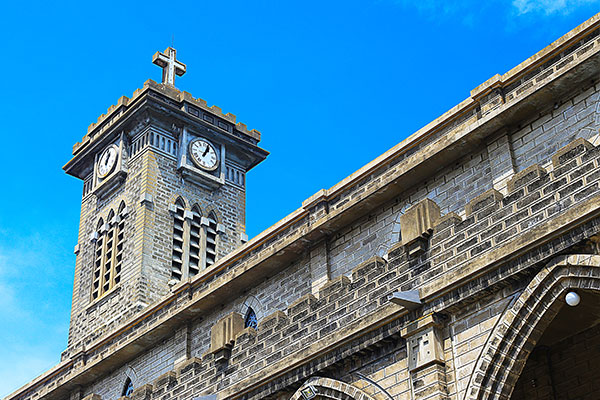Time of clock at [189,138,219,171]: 1:03
